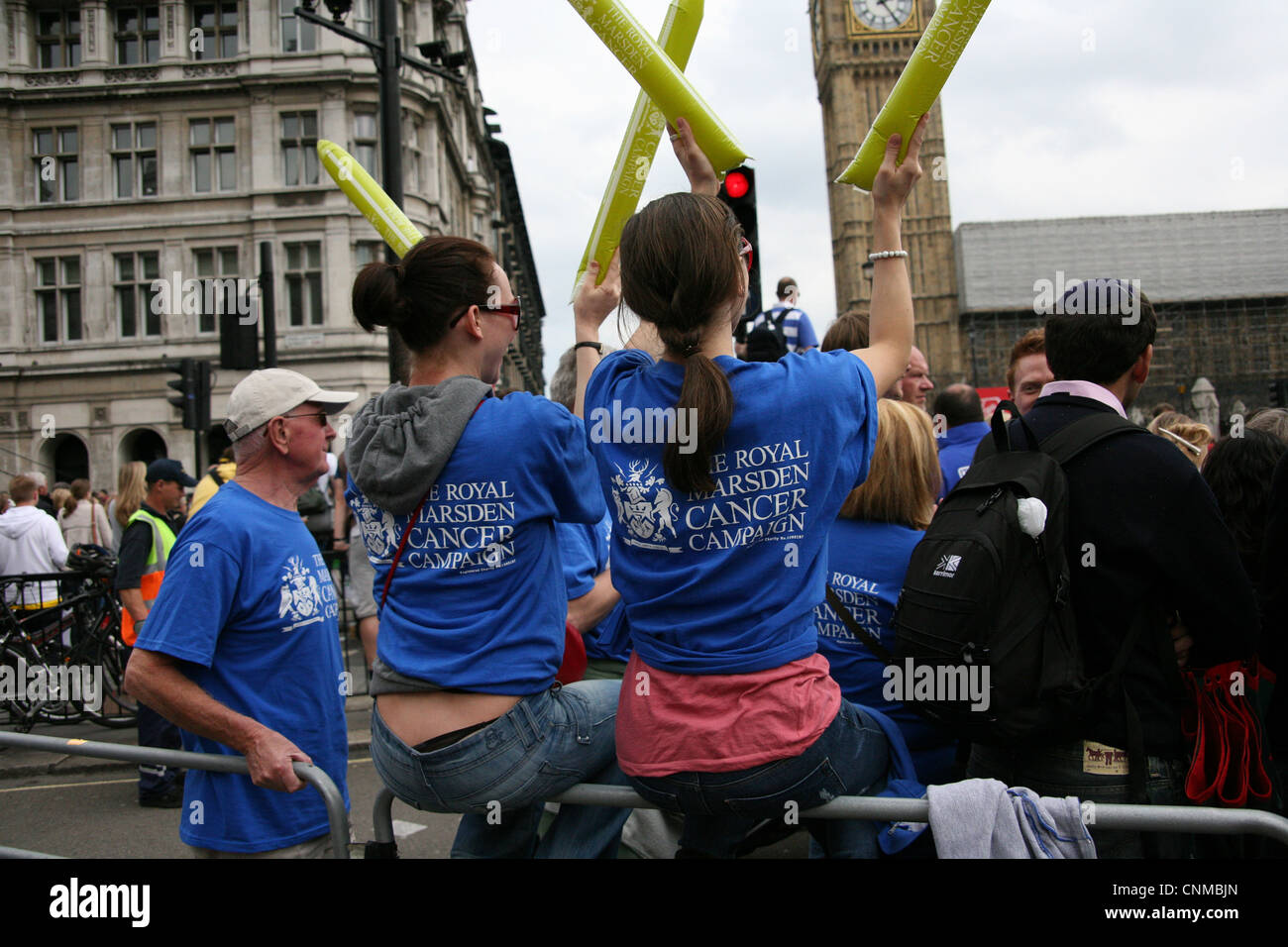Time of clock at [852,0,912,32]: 2:24
